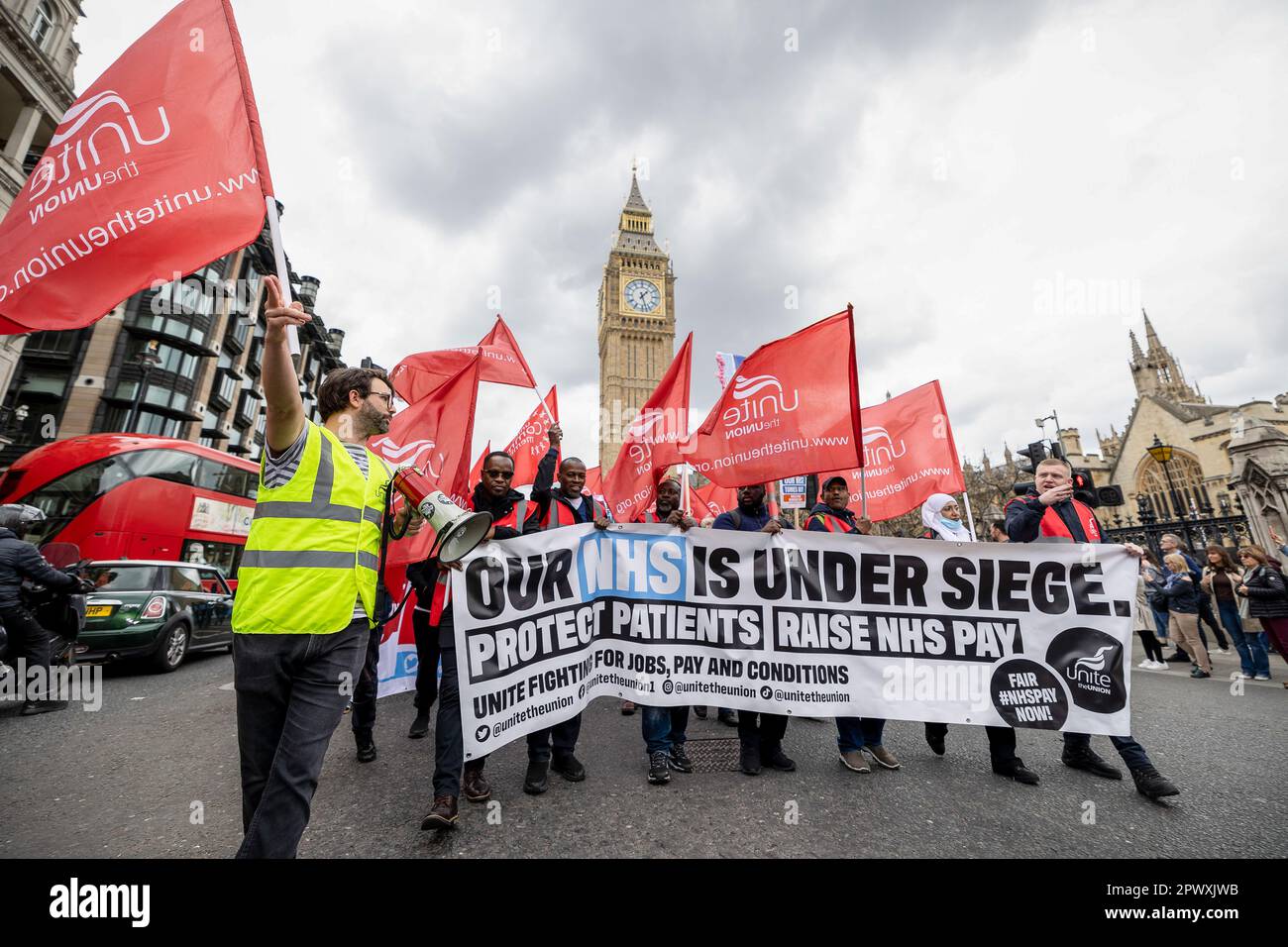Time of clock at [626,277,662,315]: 1:27
